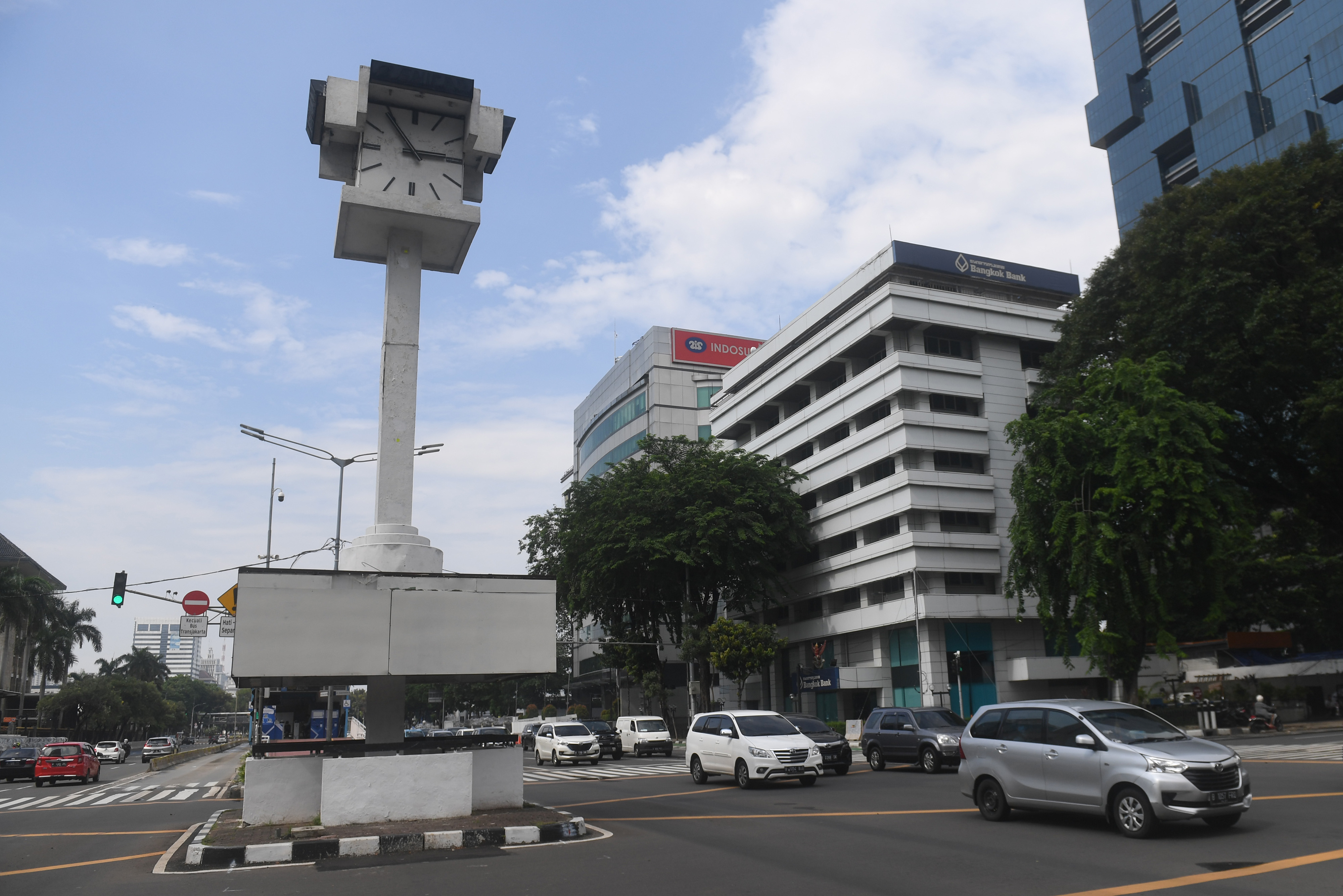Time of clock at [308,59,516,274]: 2:54
